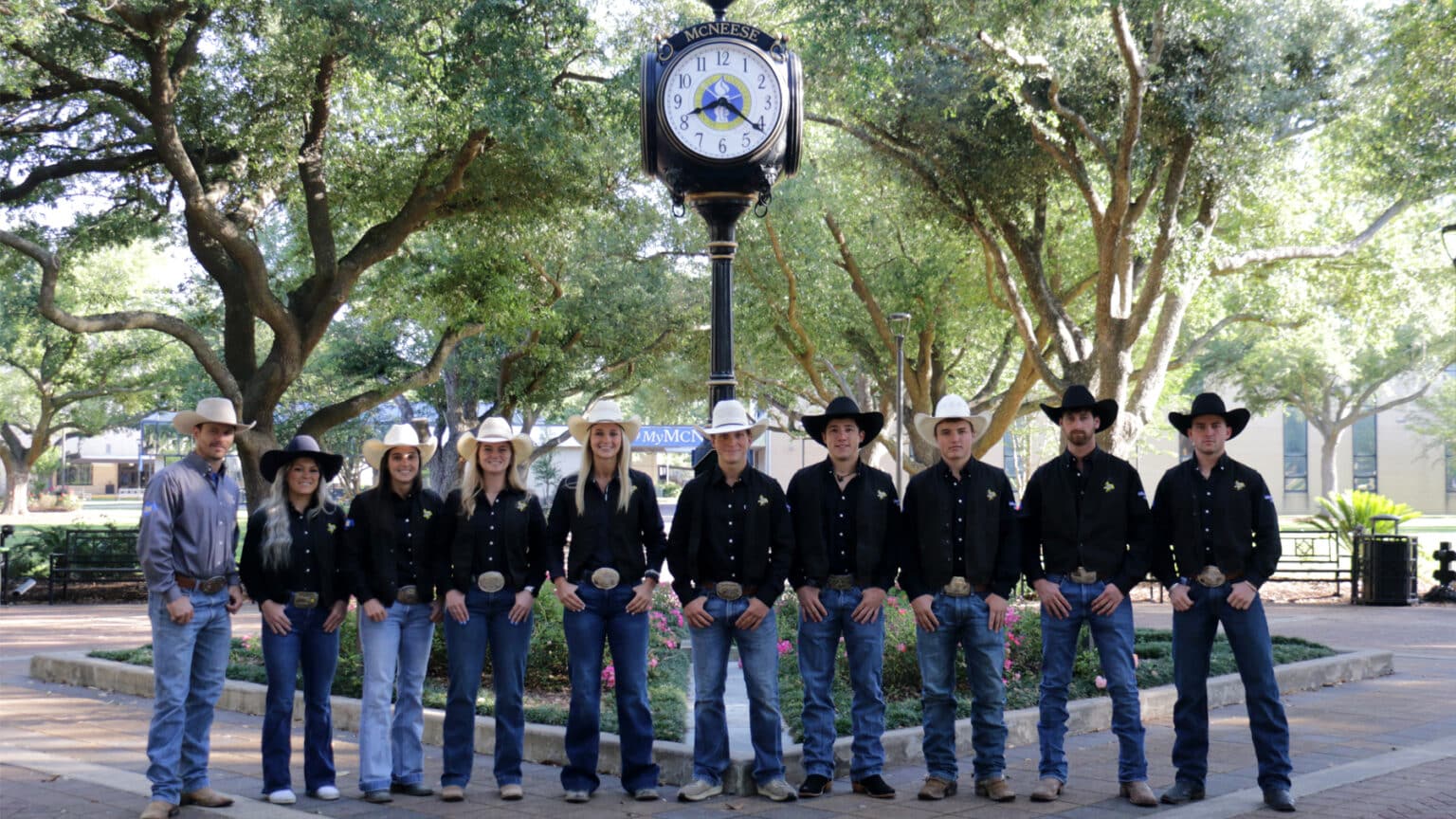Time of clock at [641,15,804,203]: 8:21
